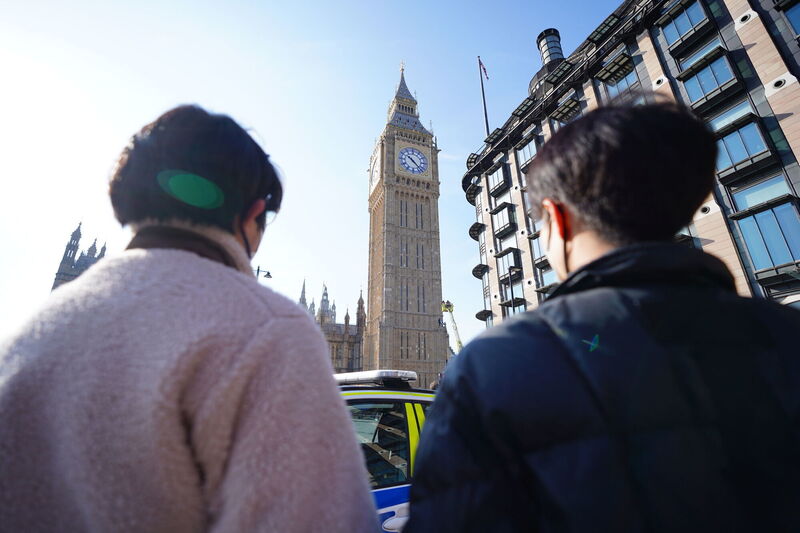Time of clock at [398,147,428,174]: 10:22
